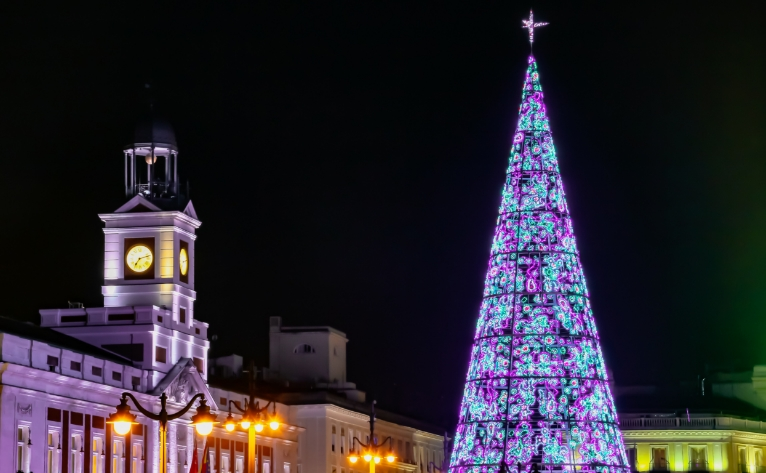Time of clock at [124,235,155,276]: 7:12
